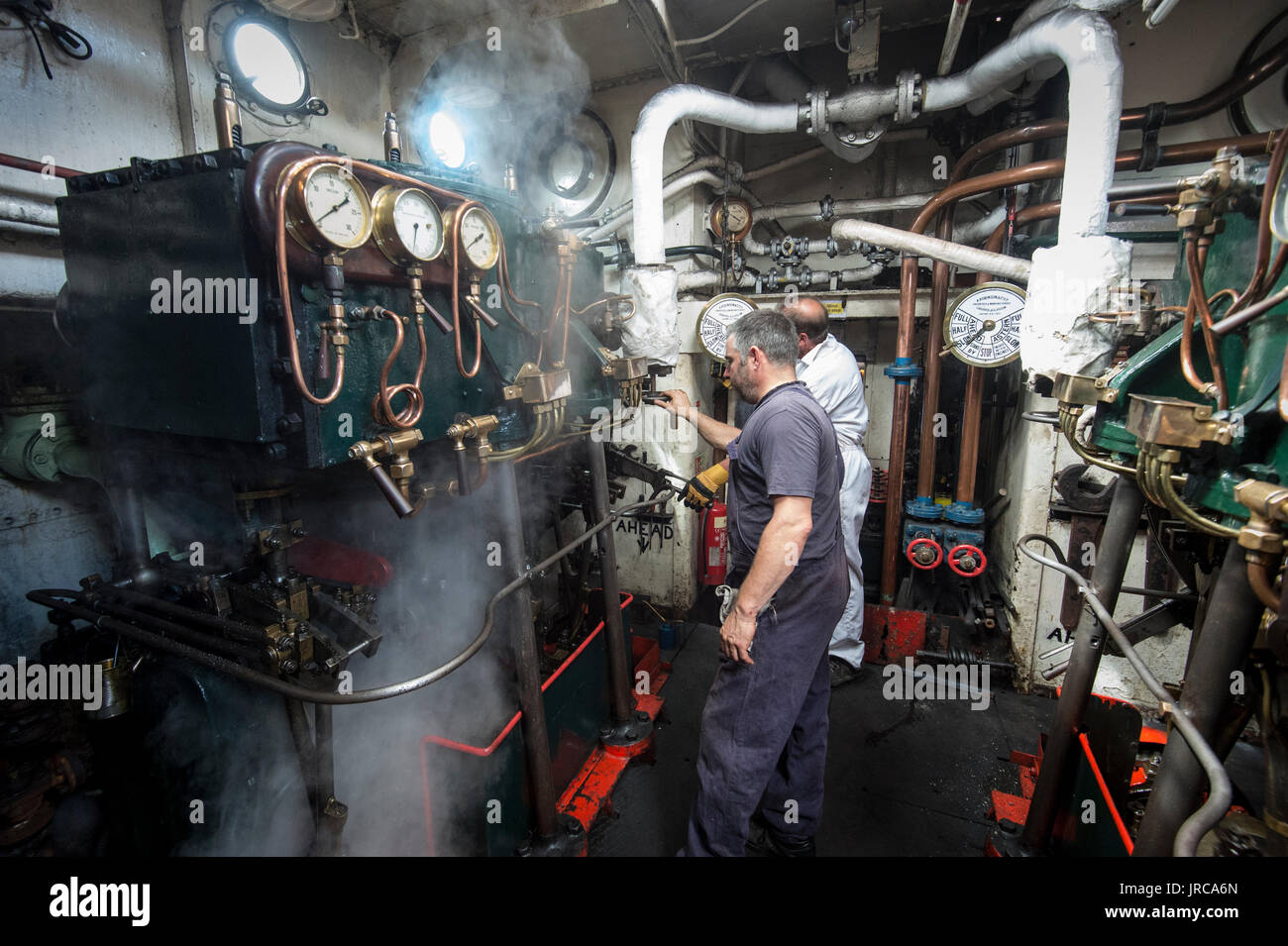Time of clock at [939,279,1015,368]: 7:37
